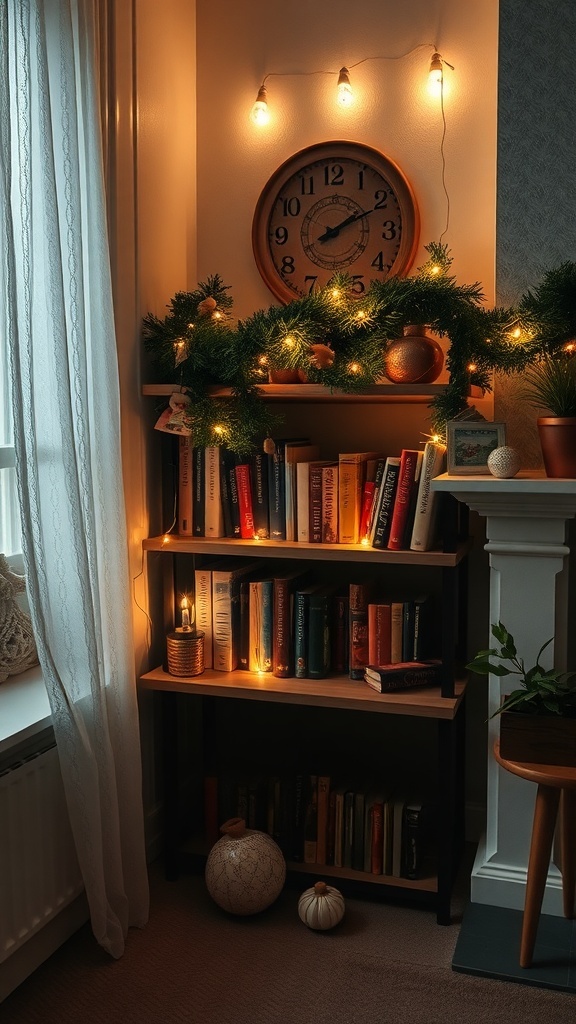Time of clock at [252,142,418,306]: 2:11
